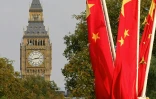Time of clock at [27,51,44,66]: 2:42
